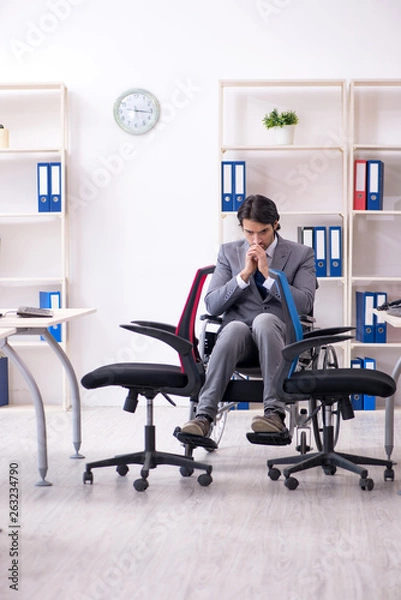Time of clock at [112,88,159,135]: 3:16
